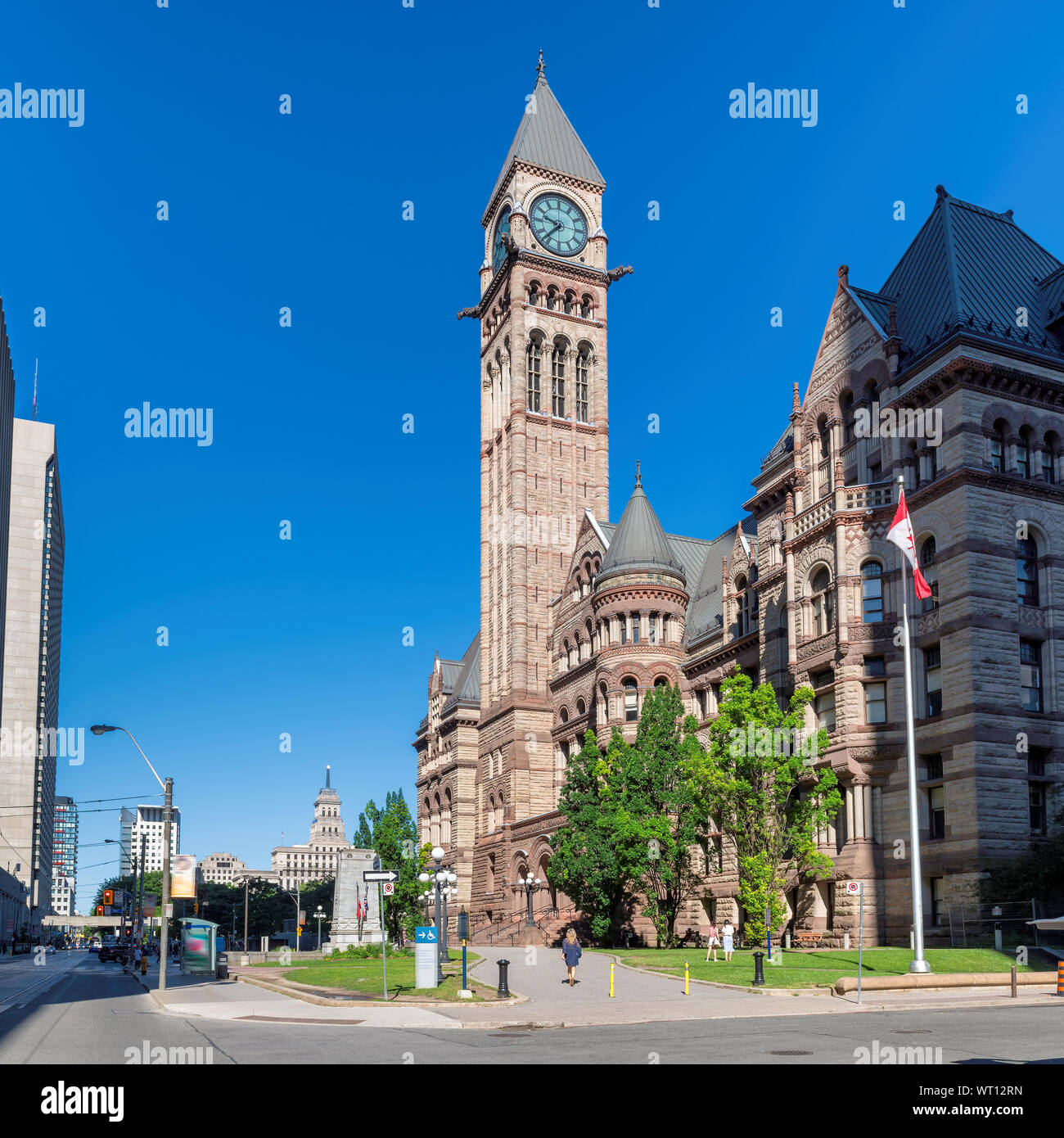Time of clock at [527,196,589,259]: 9:37
